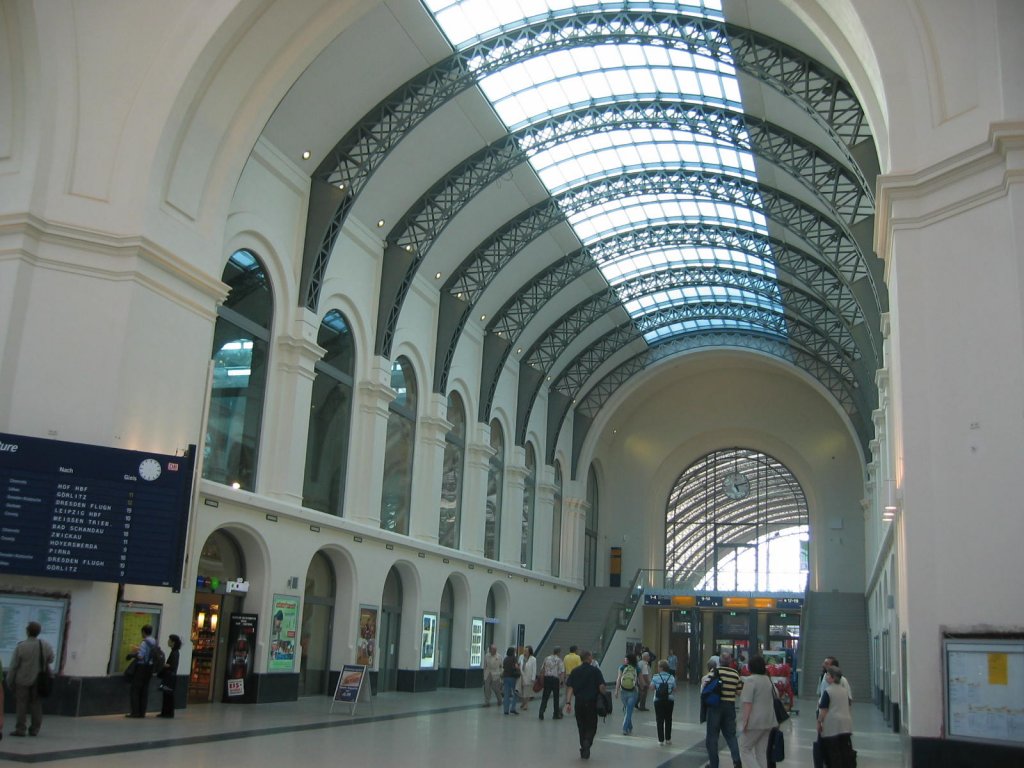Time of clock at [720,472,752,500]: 5:11
